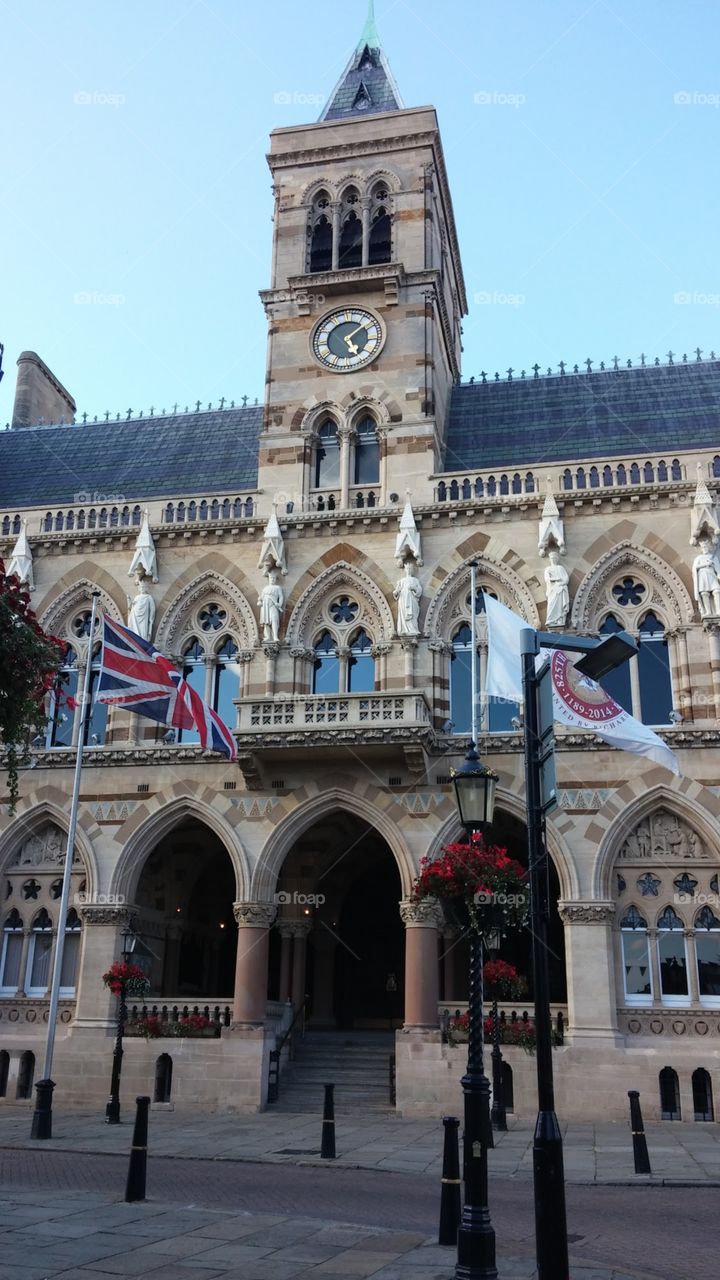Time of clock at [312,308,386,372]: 5:08
